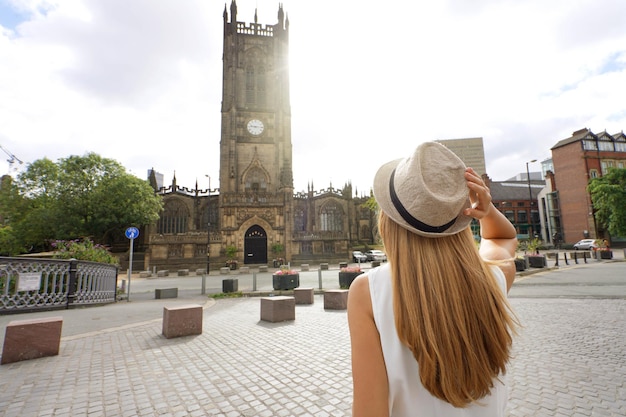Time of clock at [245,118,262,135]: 9:15
